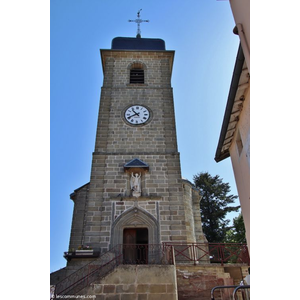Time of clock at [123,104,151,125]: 10:40
